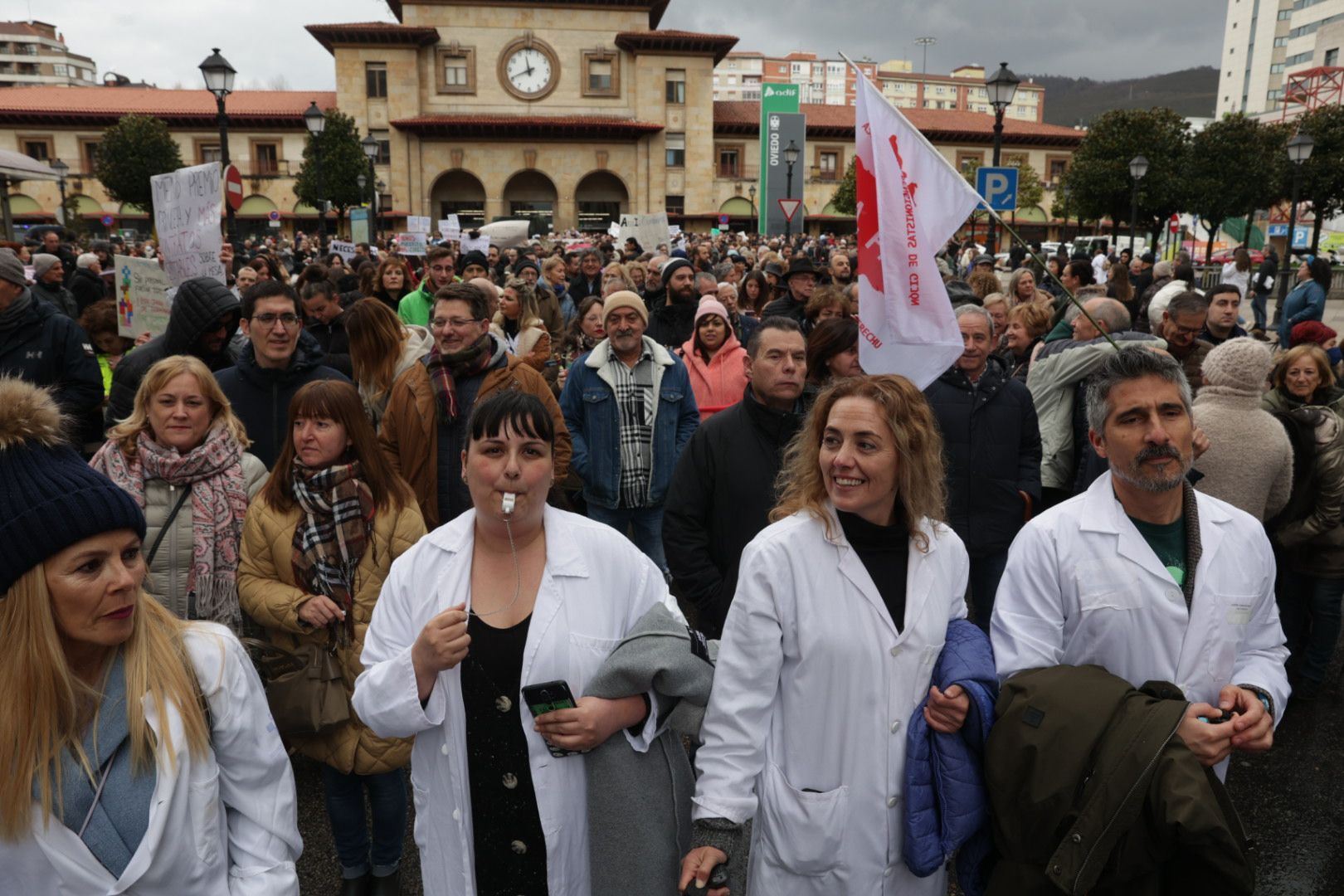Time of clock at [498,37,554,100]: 11:41
